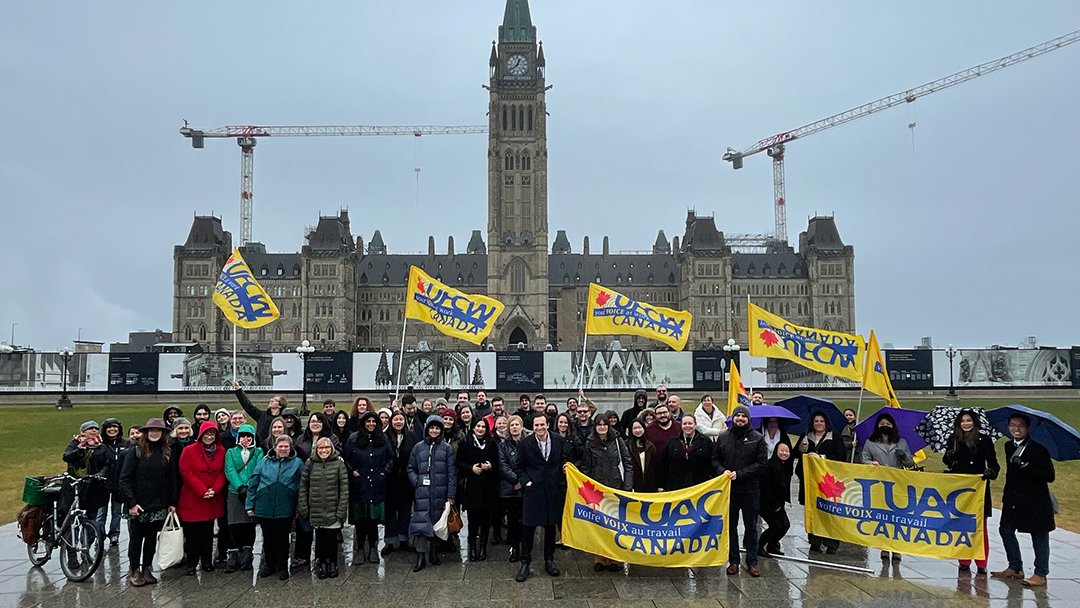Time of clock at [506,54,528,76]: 12:38
